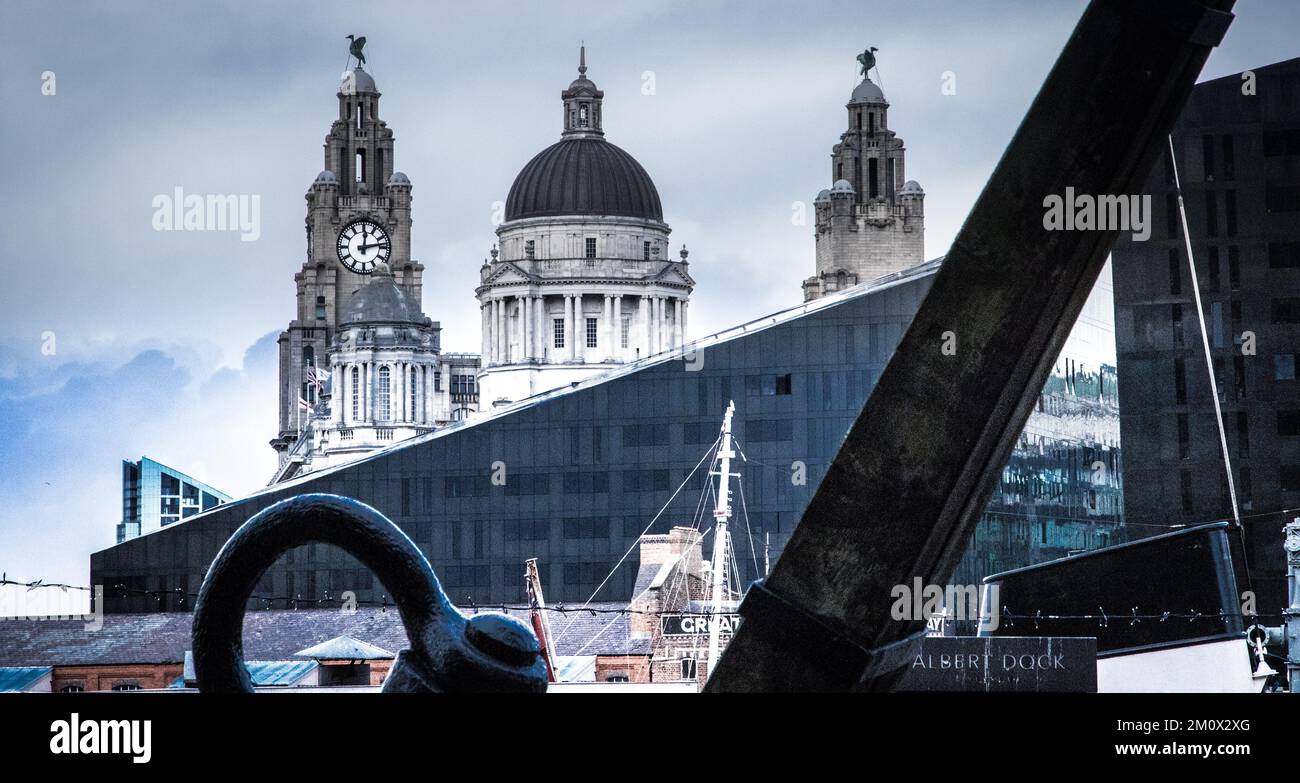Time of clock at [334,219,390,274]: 12:13
